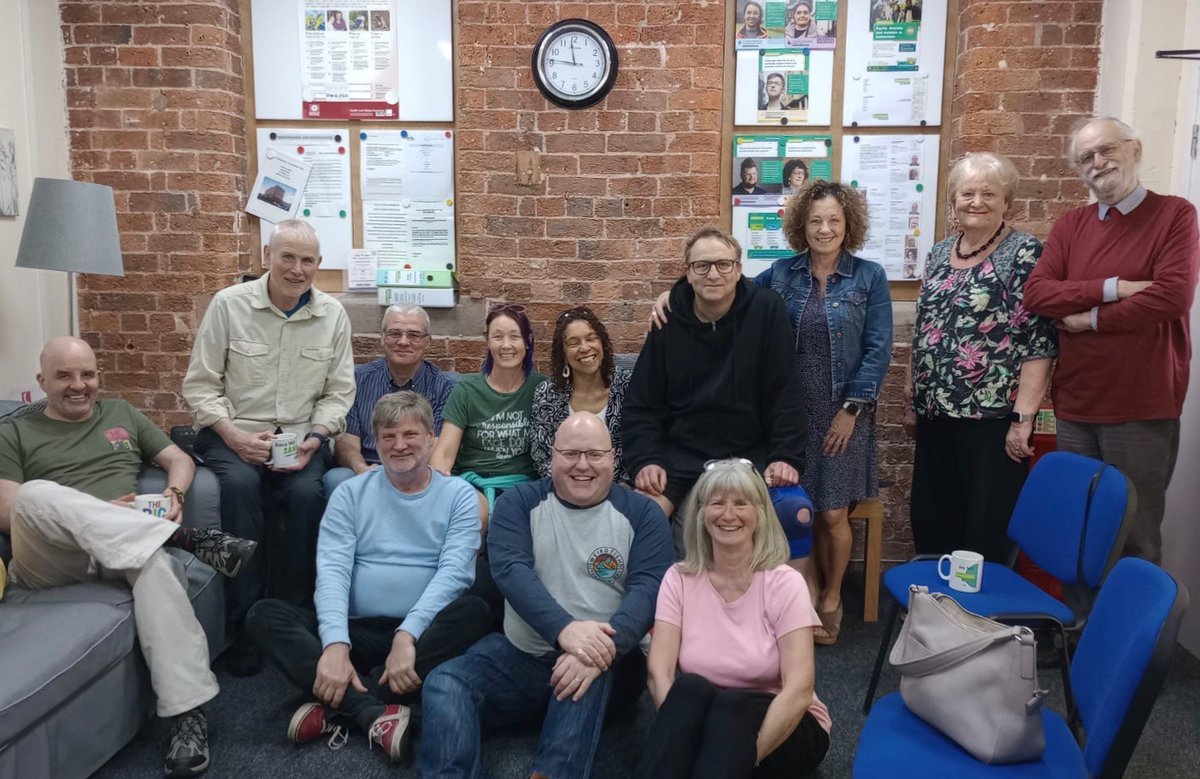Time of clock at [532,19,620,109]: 11:46
